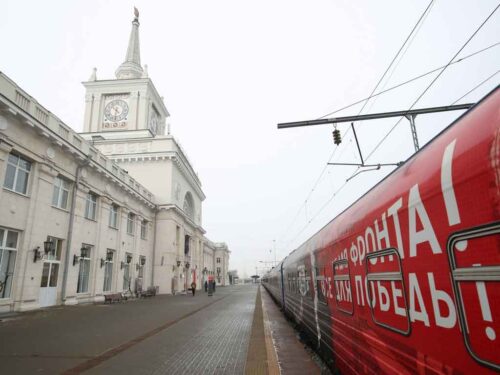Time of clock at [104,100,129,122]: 4:31
